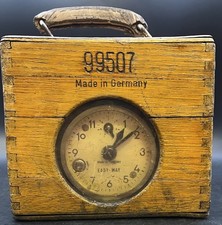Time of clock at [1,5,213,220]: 1:08
